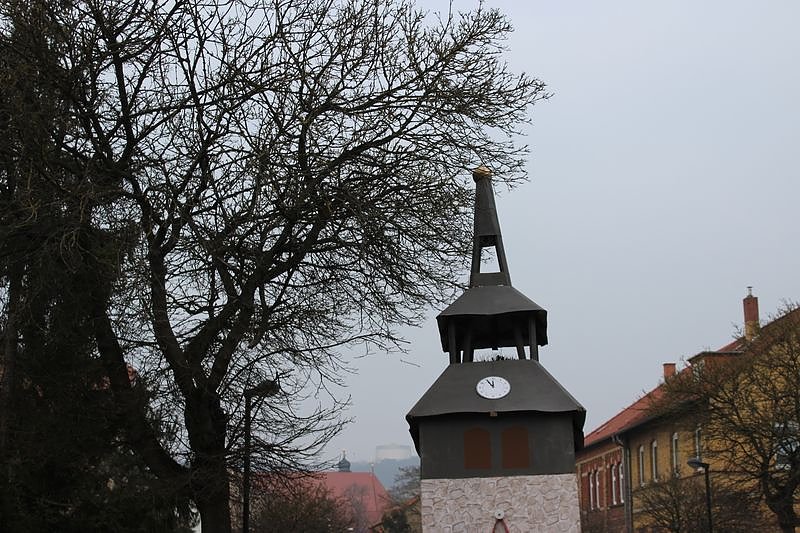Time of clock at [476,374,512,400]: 11:55
